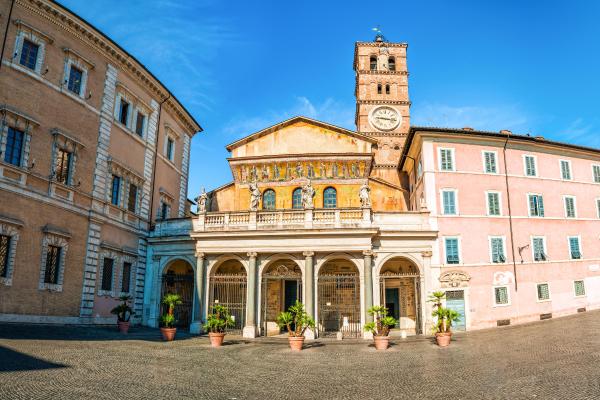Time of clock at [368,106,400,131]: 9:16
